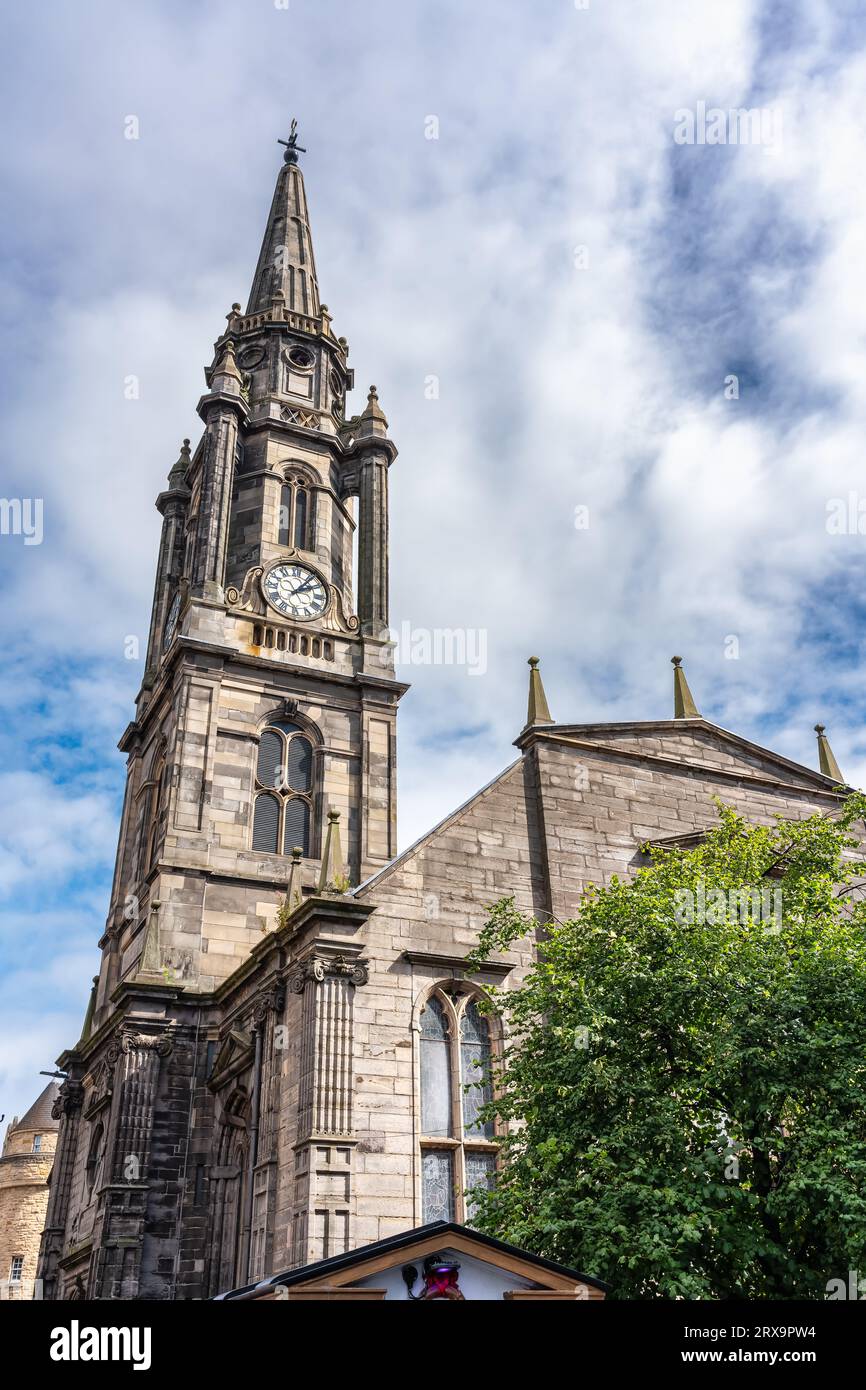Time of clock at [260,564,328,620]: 2:06
